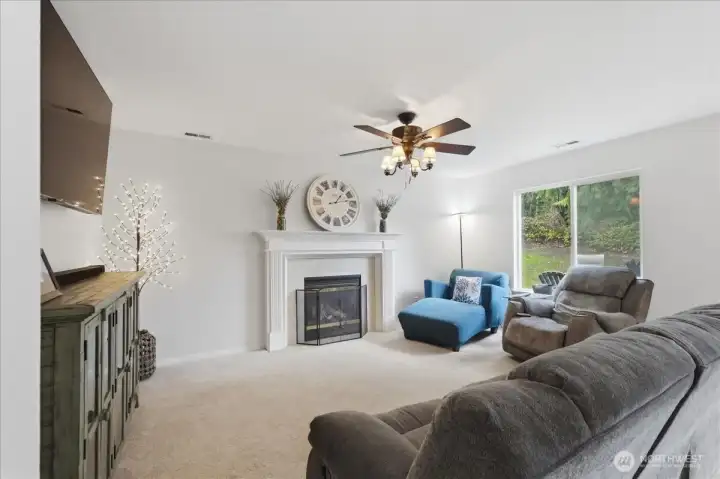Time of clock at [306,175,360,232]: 1:13
